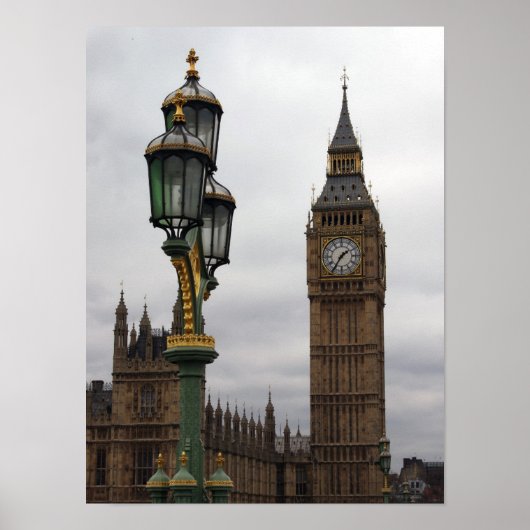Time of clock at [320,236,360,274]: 1:35
